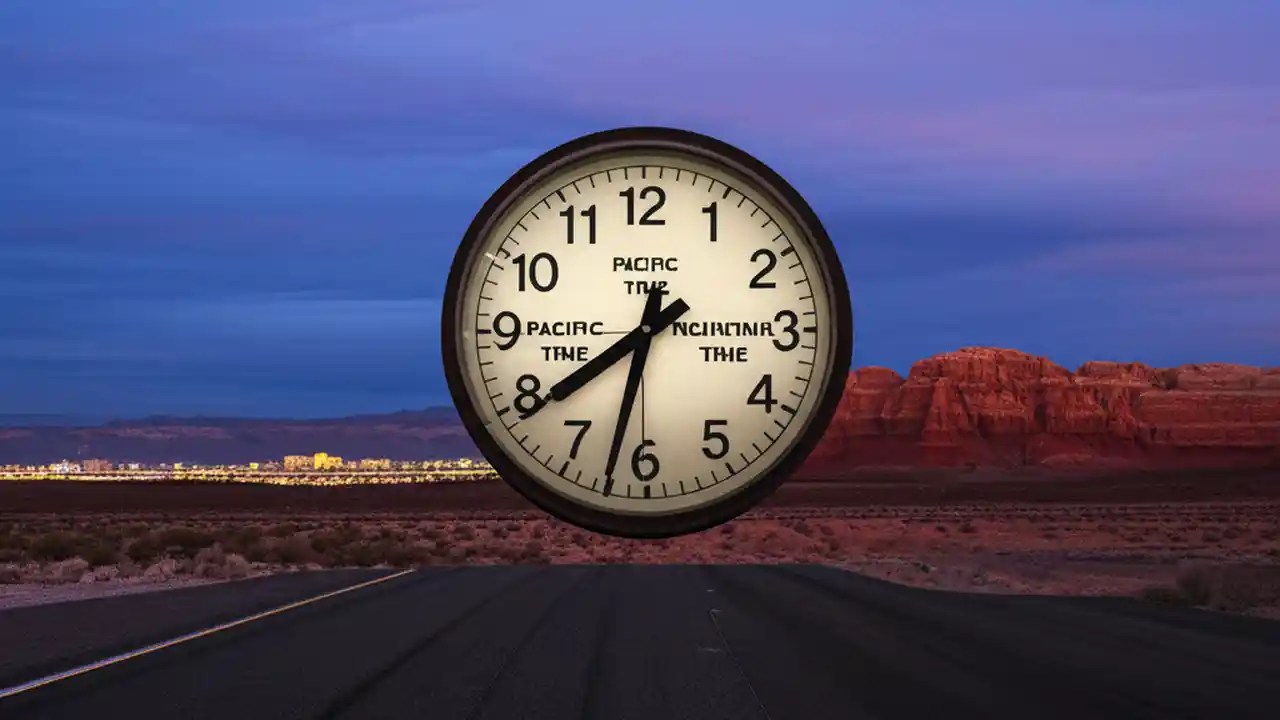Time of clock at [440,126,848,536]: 7:32
